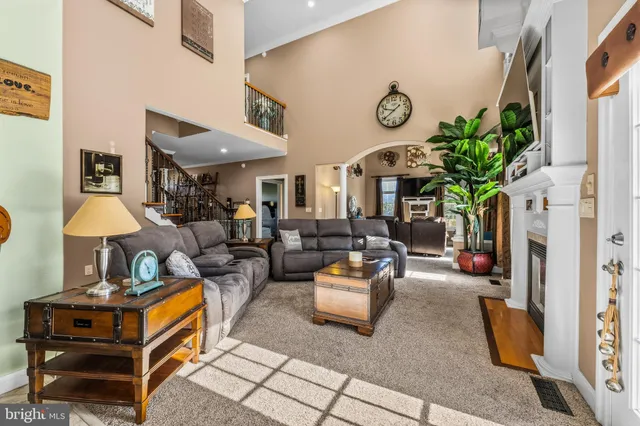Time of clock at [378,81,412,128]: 9:39
